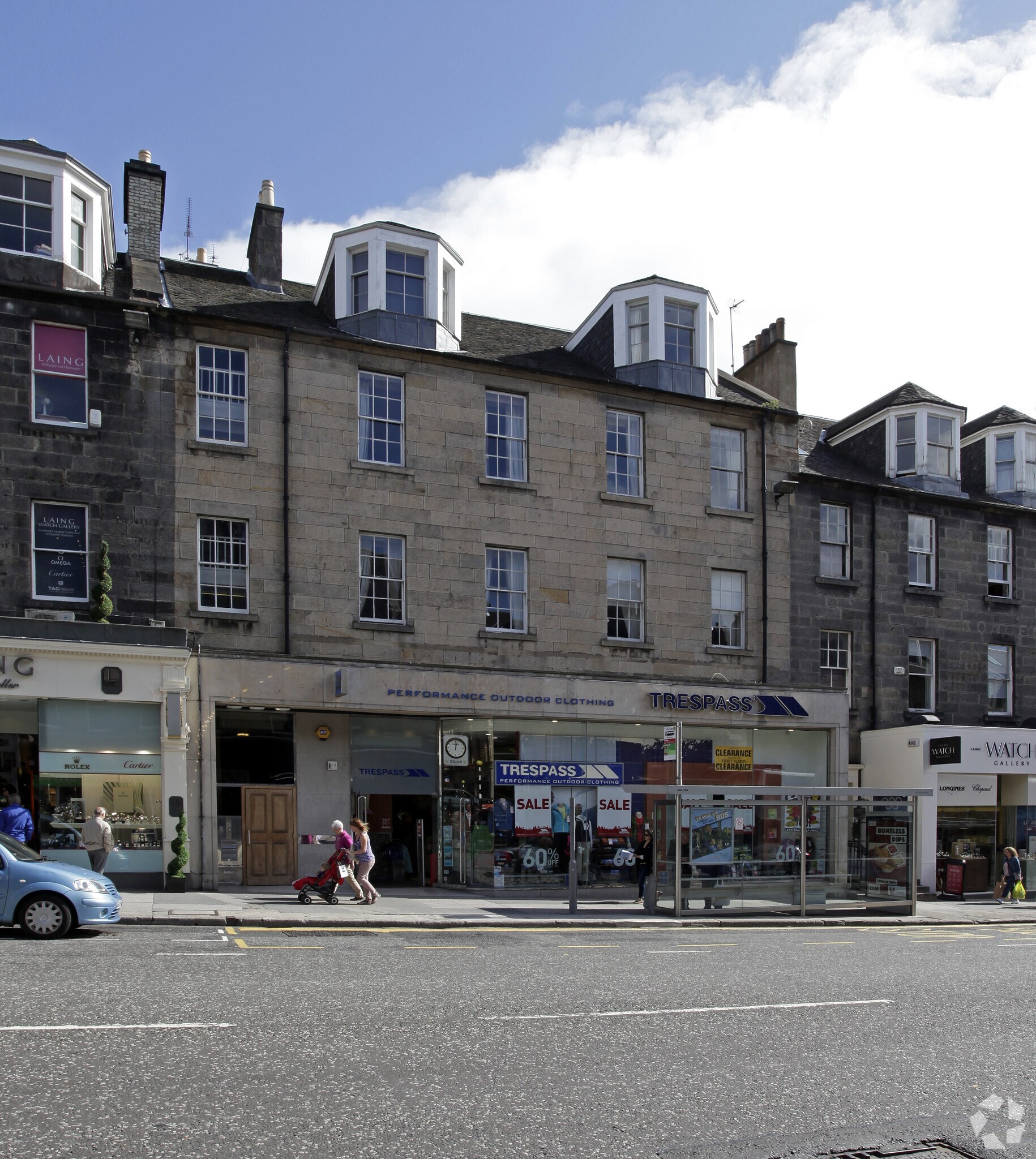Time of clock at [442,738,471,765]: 12:02
